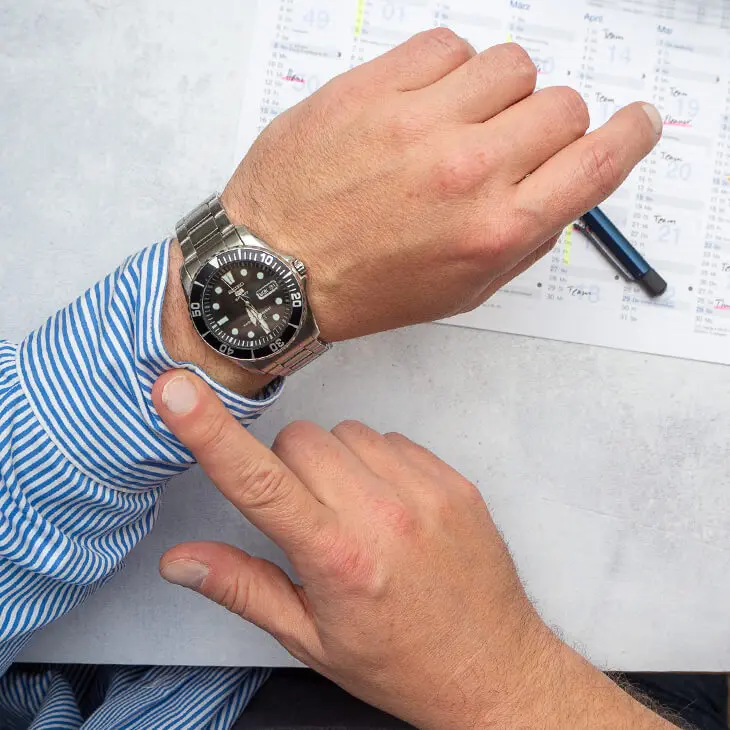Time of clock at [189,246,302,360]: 5:24
